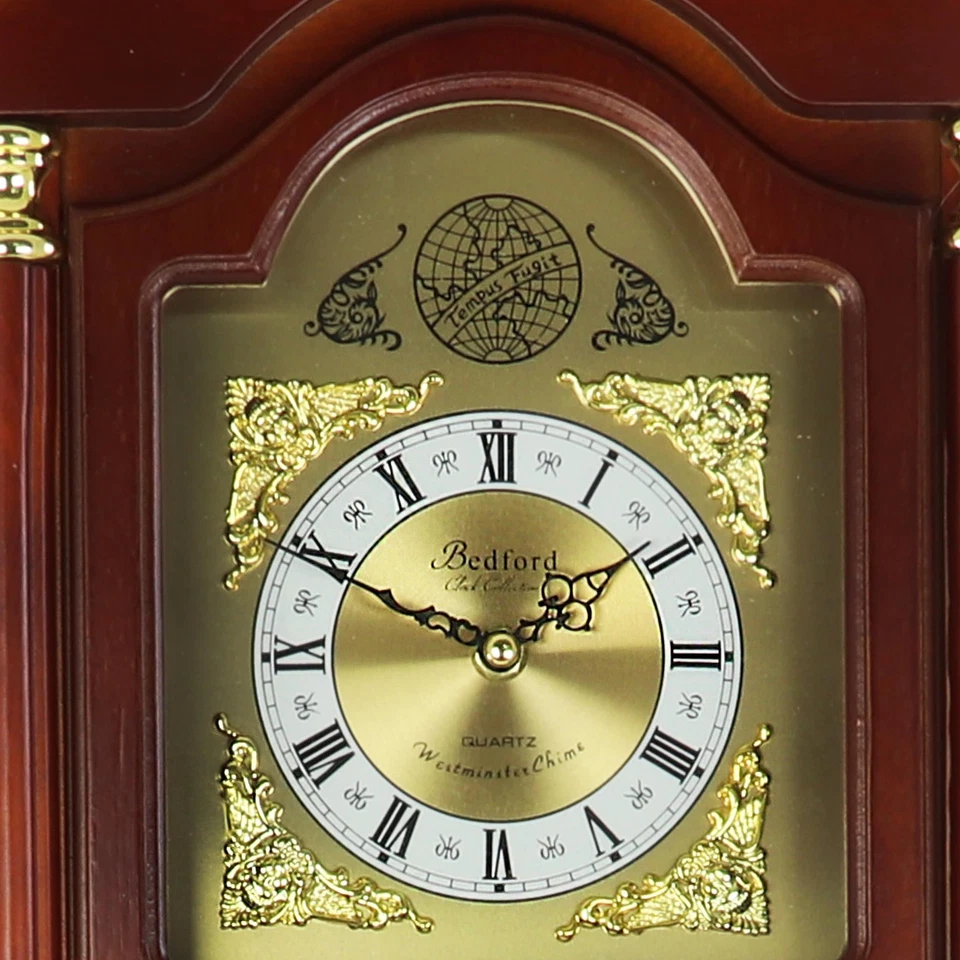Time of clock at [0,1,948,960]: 1:49
